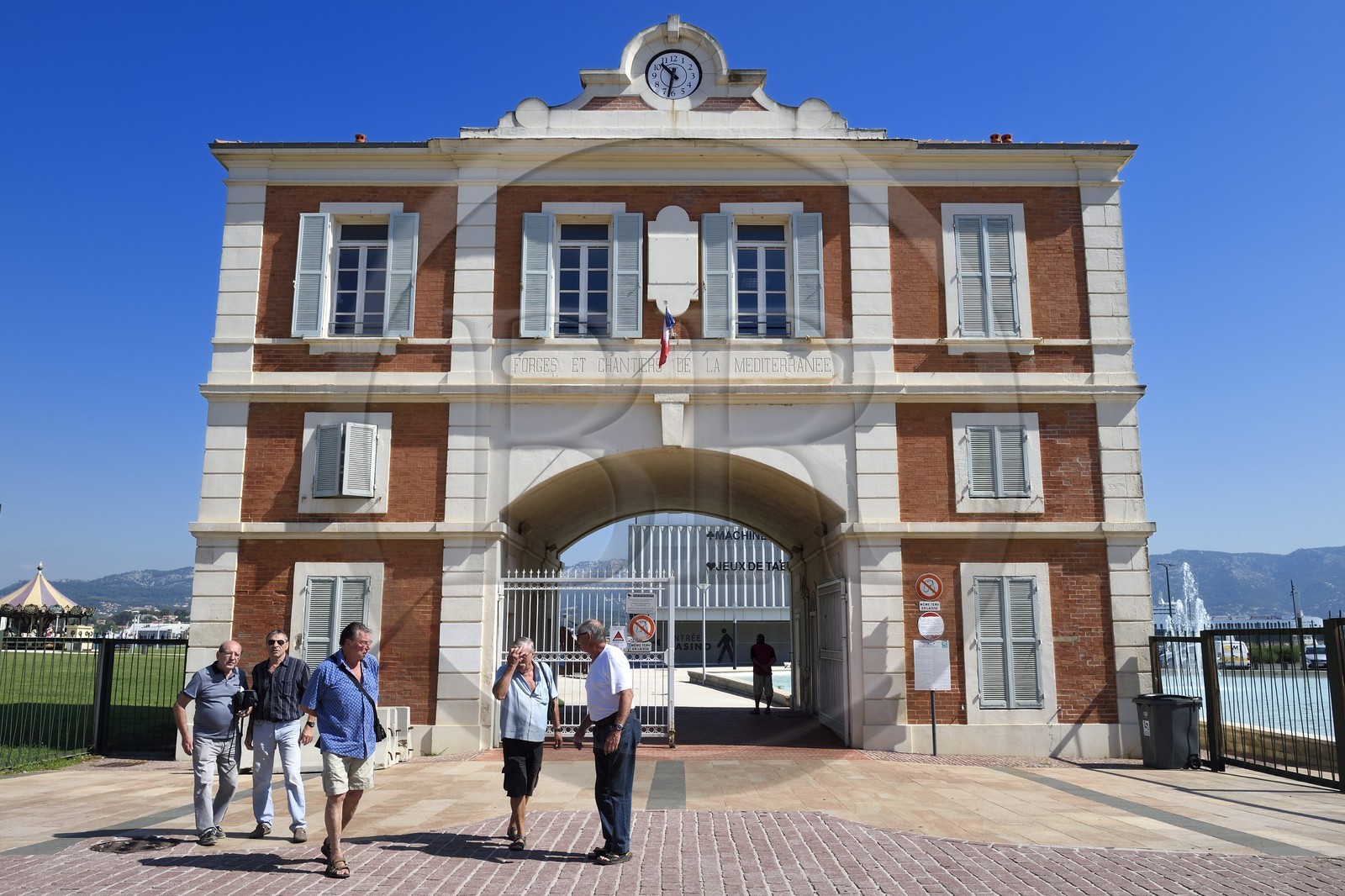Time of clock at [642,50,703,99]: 10:32
